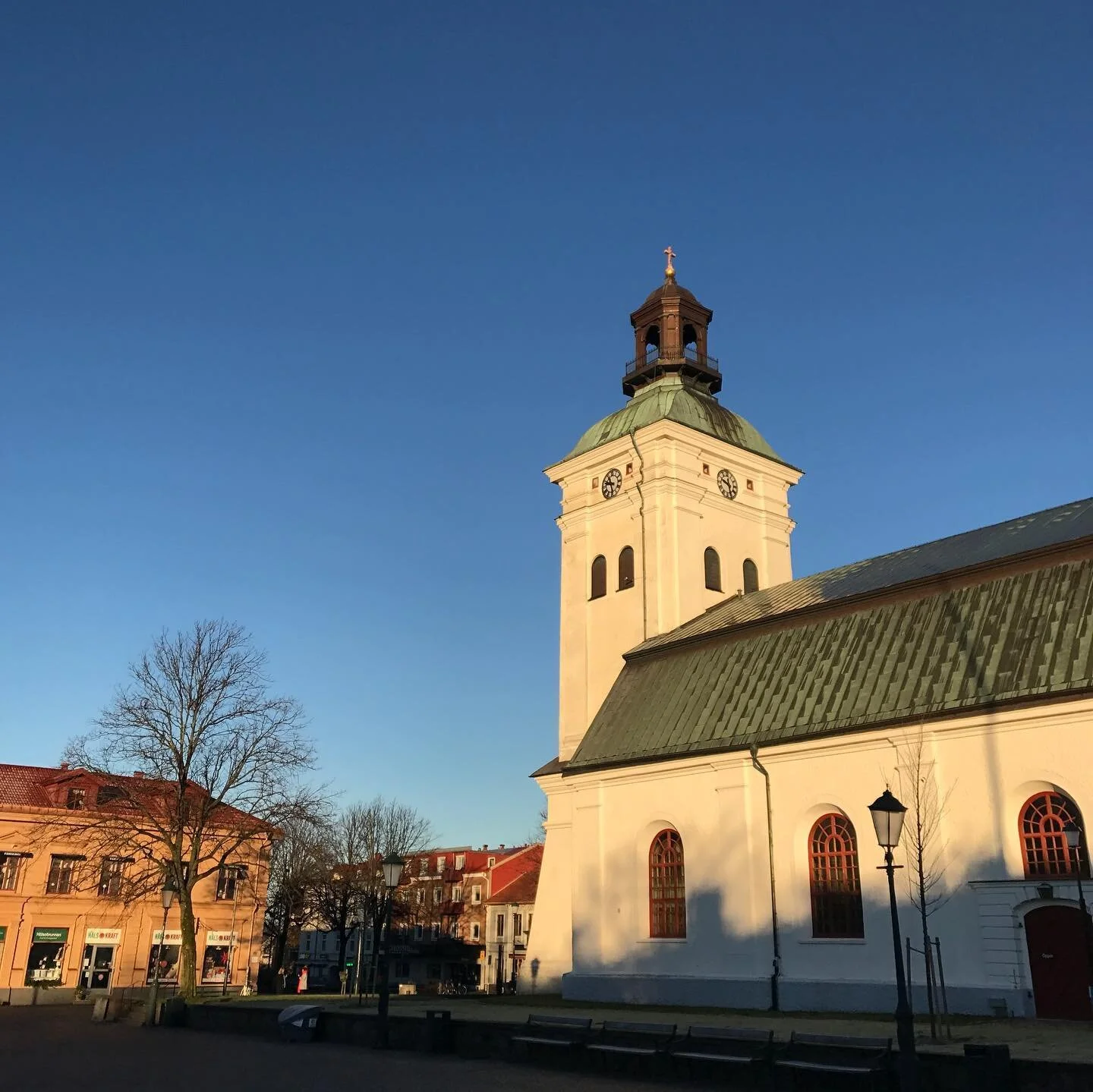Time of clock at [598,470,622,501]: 9:28
